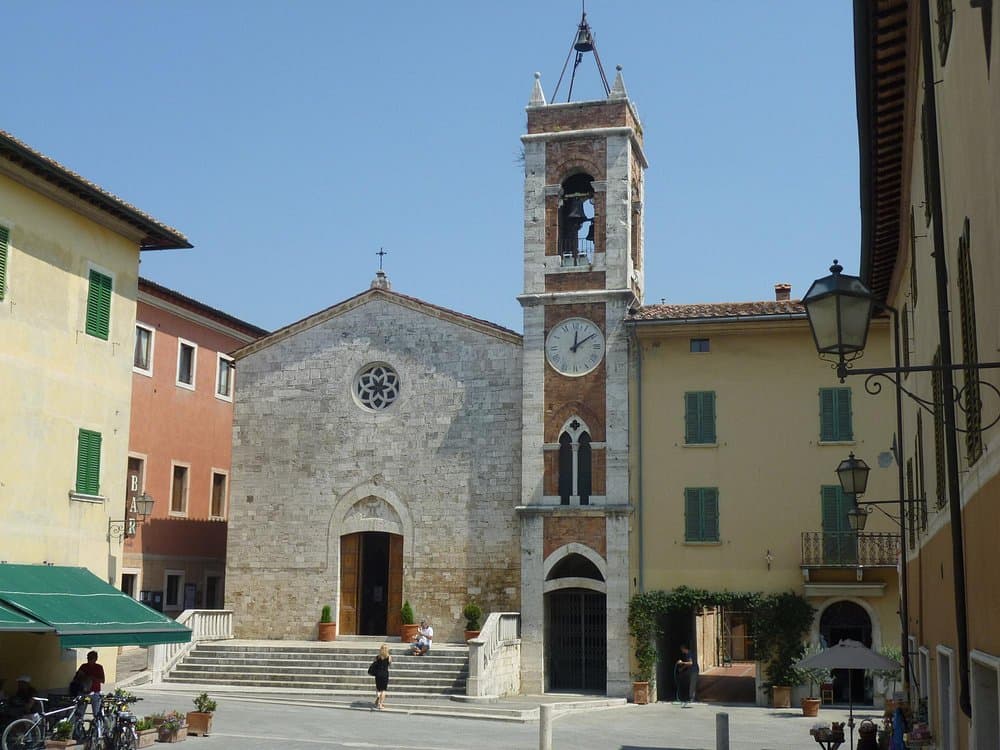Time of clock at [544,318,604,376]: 12:09
